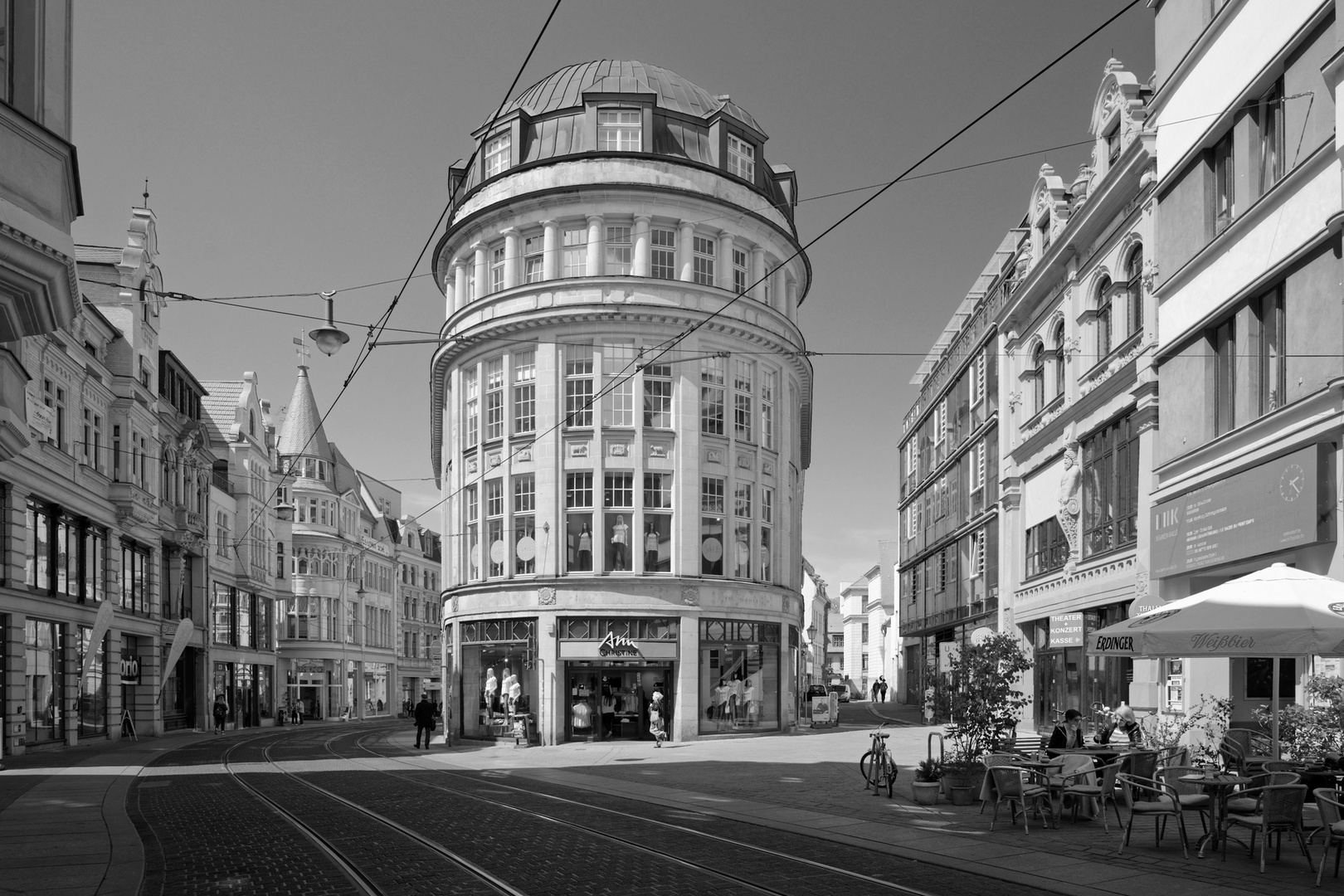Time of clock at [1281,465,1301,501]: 2:23
